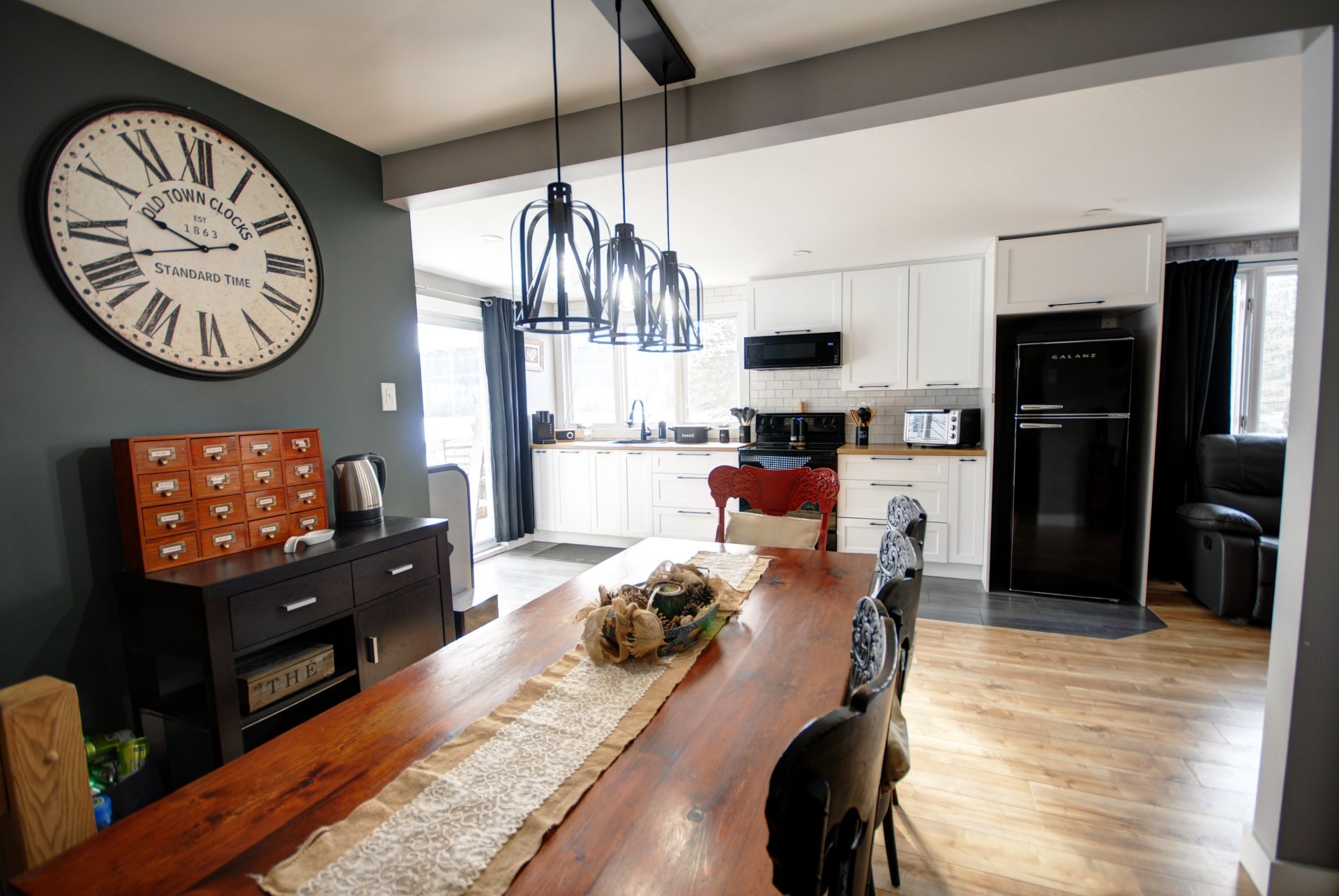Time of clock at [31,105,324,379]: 9:42
